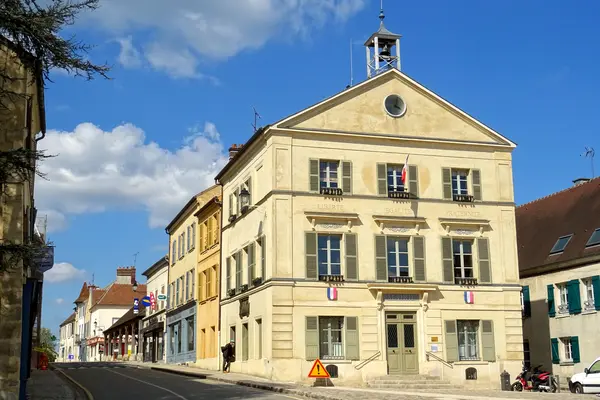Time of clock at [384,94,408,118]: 4:02
